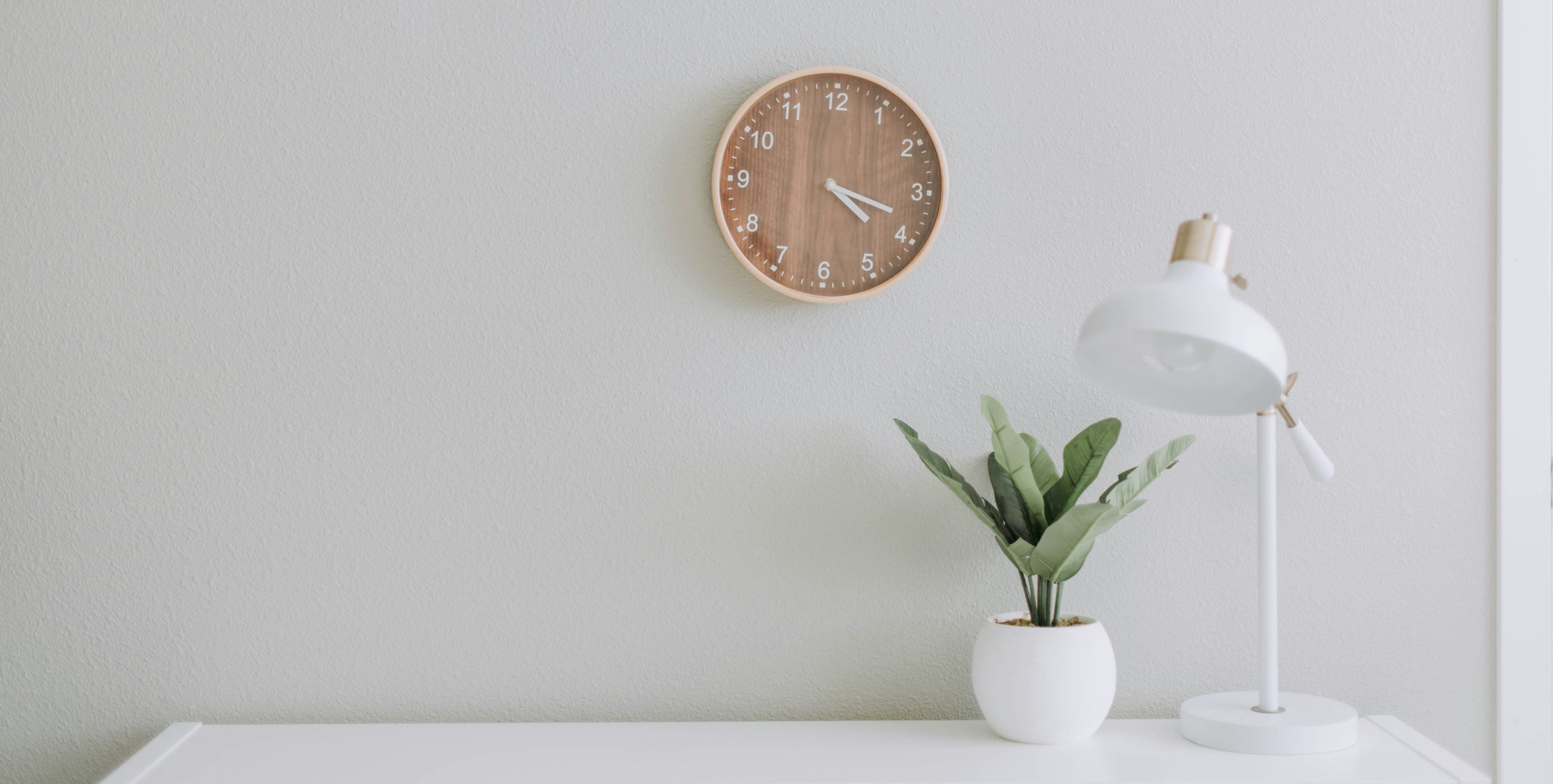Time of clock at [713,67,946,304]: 4:18
